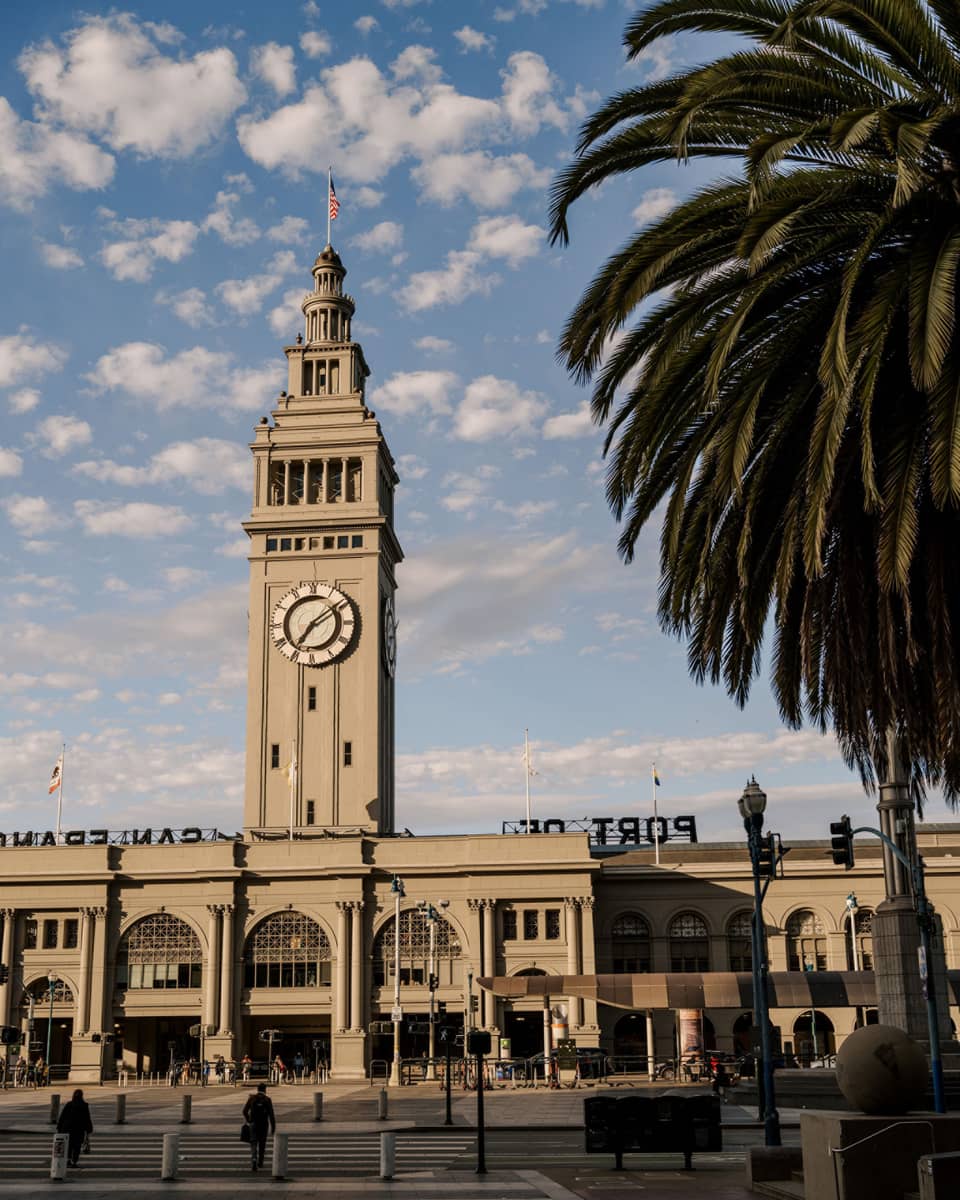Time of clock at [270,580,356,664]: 7:09
